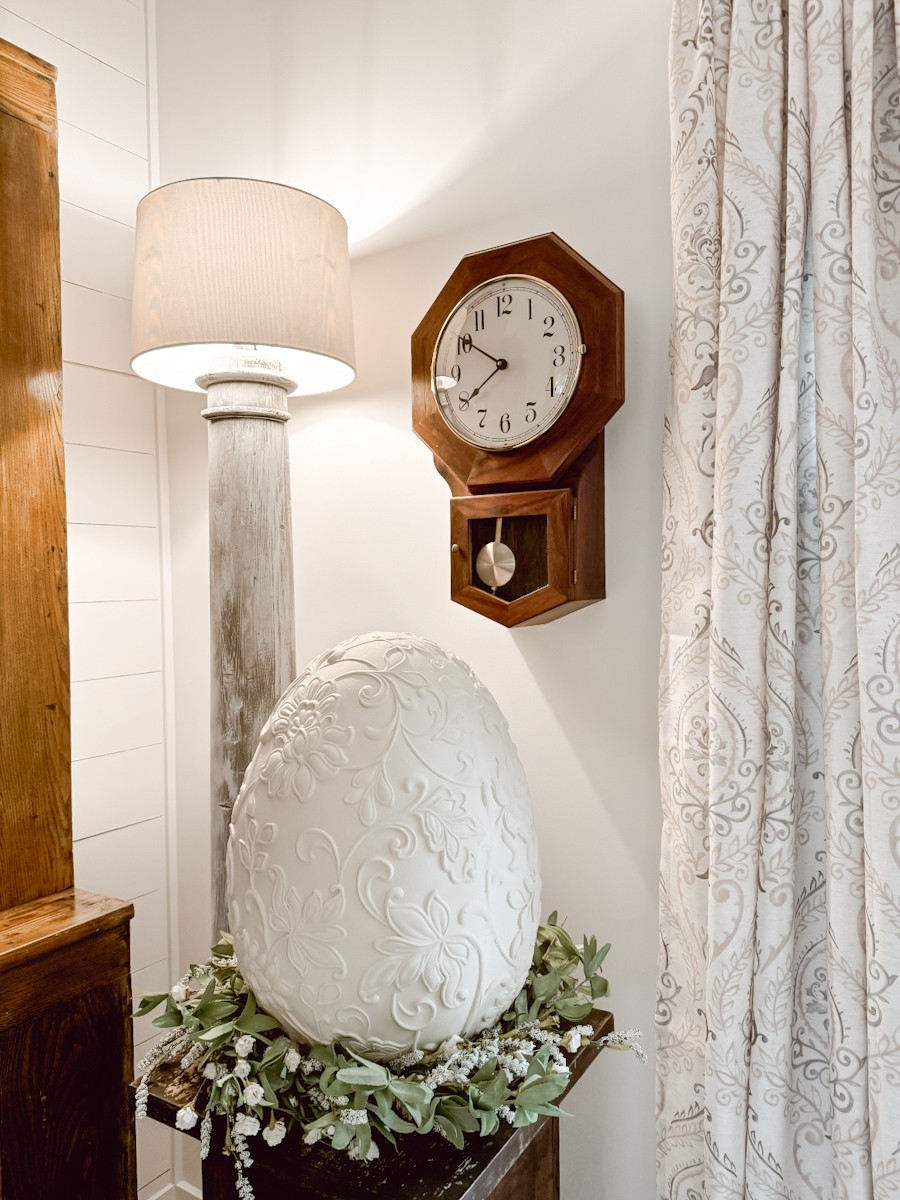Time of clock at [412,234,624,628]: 7:50
